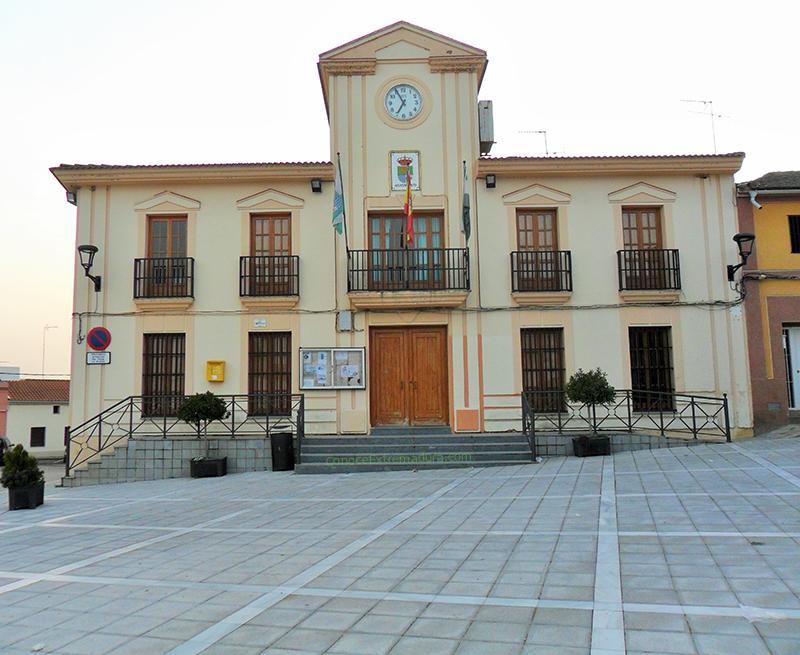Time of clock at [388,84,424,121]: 6:55
